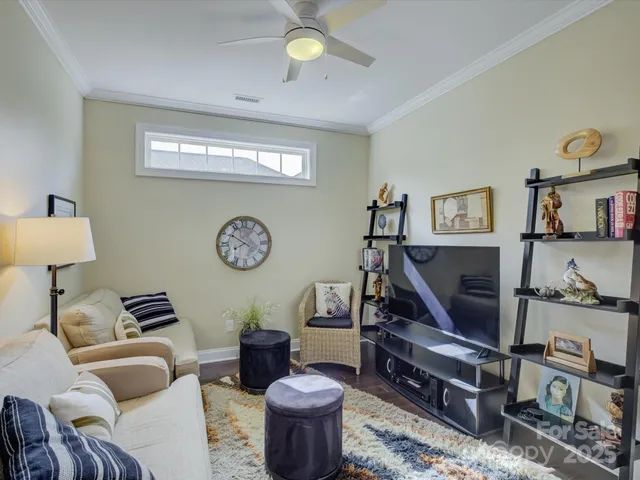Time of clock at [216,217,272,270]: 7:50
